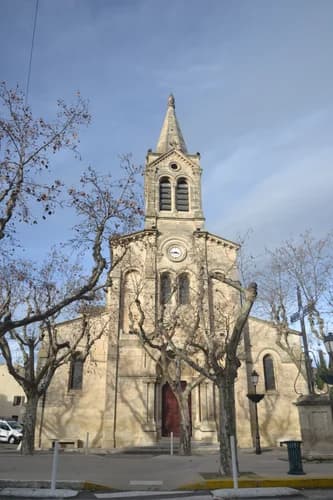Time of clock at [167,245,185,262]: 3:43
